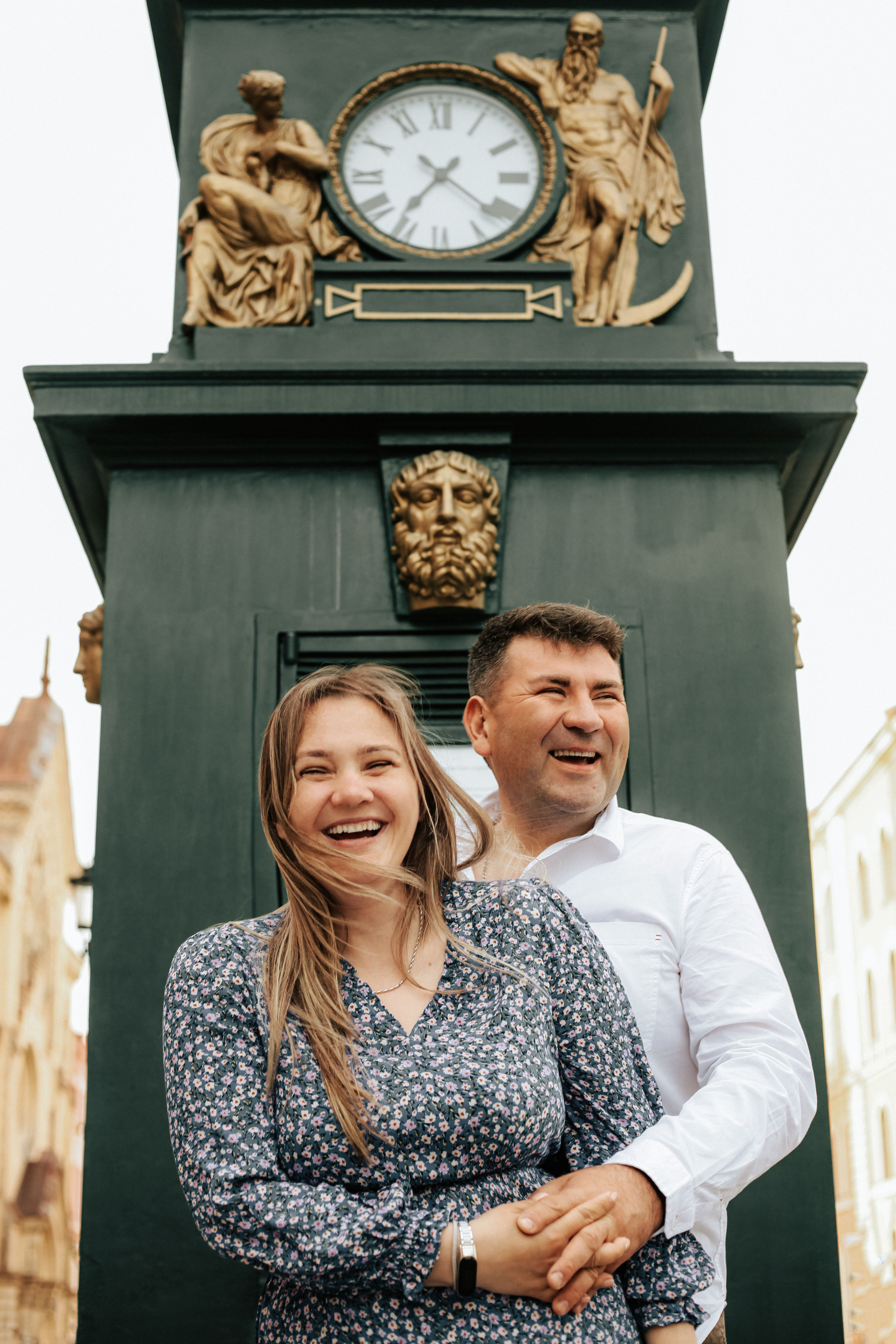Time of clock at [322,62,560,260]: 7:21
